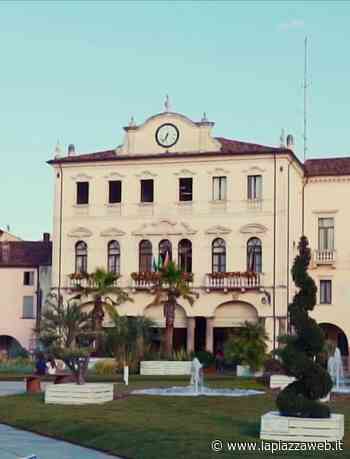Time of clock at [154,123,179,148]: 6:36
